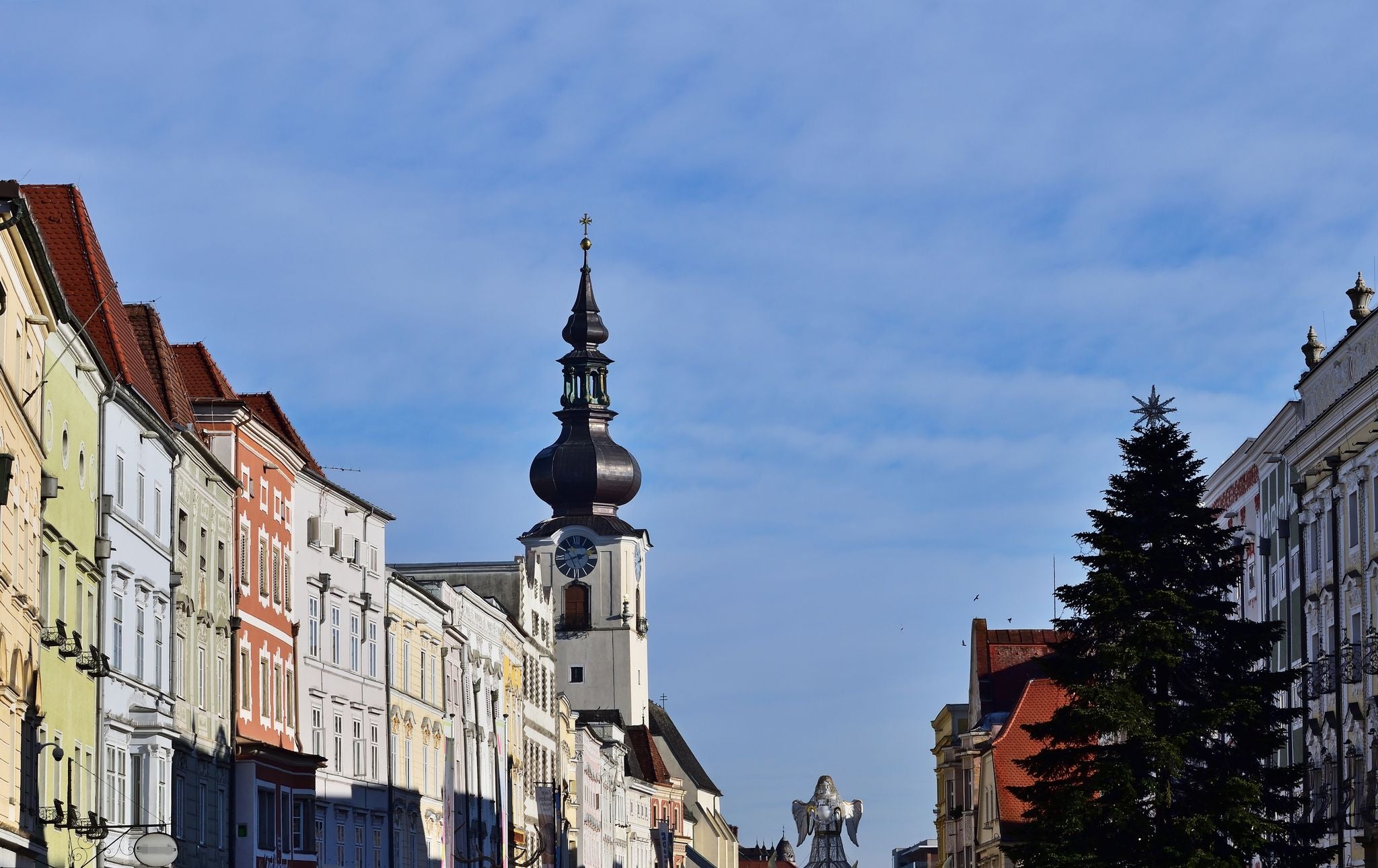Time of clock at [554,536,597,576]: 2:42
